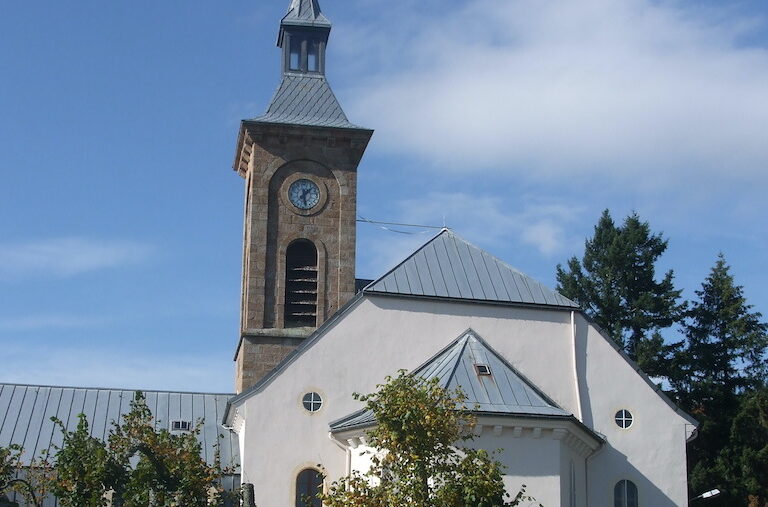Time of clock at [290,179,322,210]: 1:28
